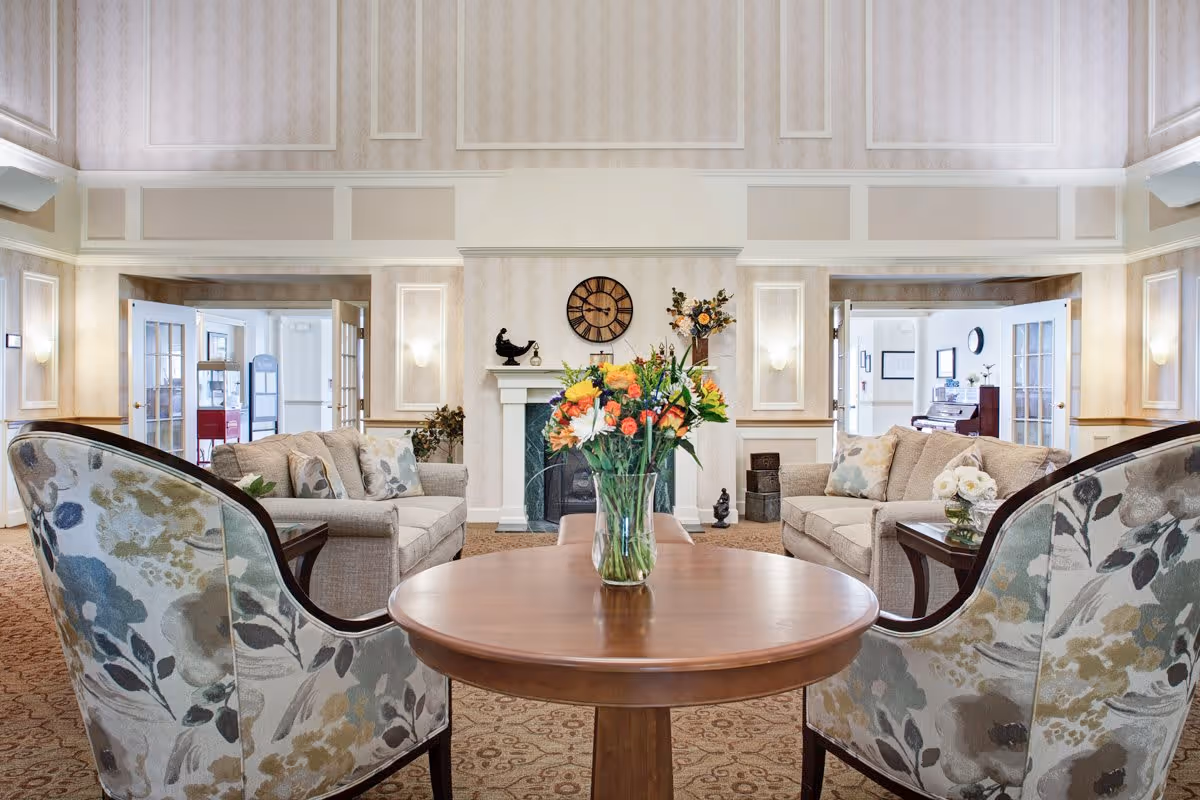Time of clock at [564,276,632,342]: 8:49
